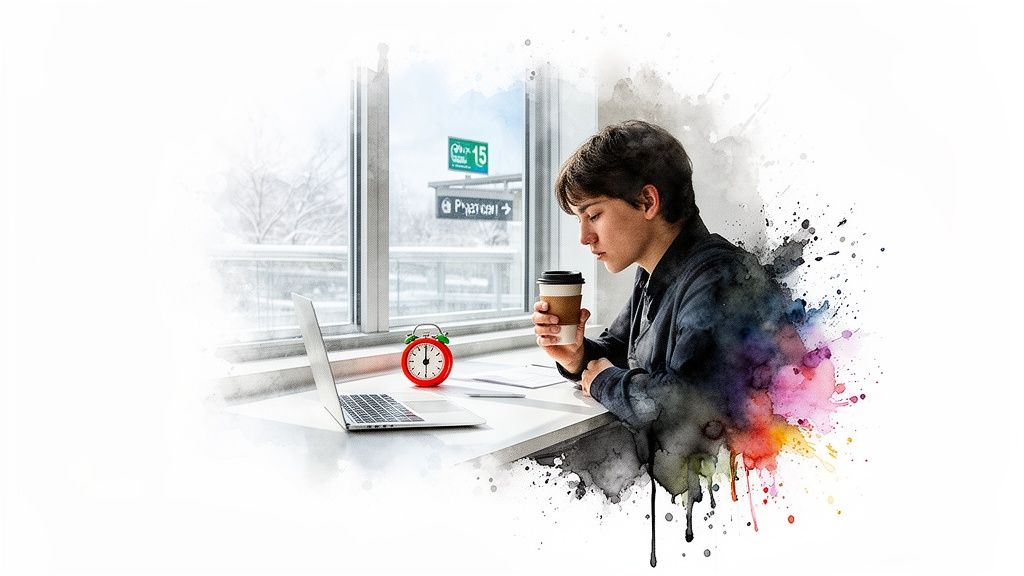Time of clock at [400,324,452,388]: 6:00
